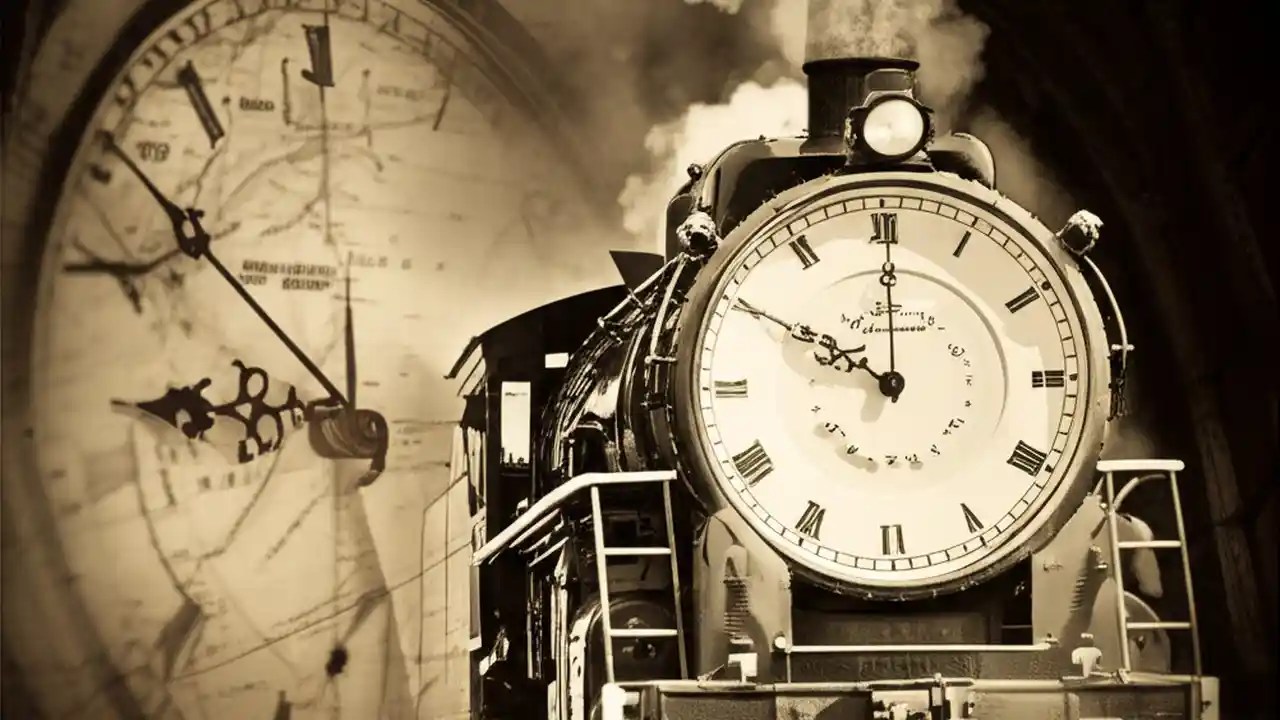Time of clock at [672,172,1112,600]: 10:00
